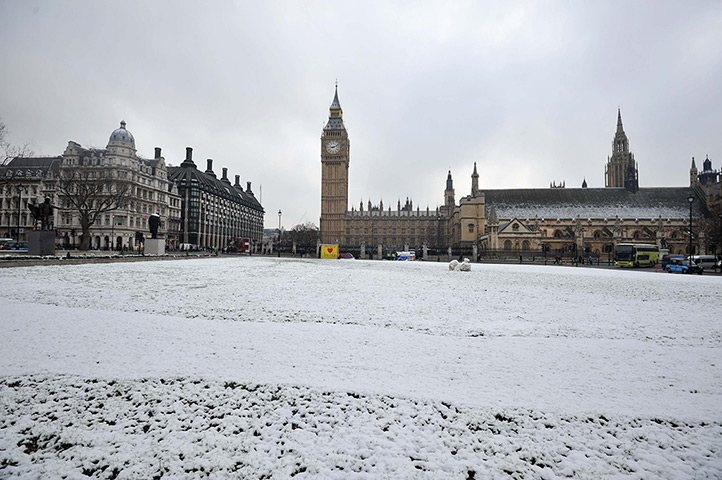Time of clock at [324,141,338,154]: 9:11
